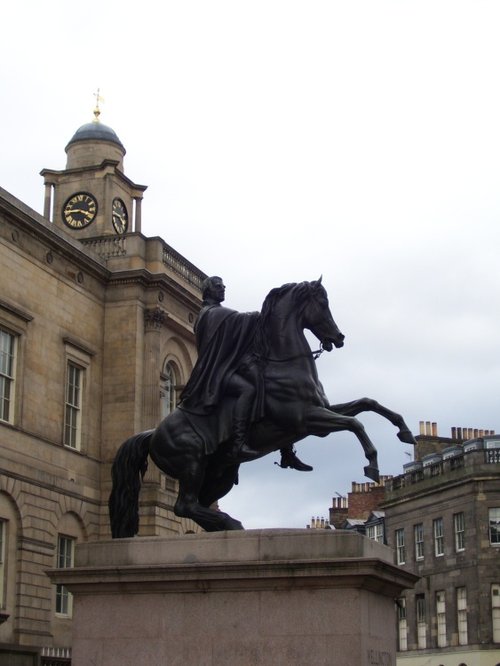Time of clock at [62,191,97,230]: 3:43
